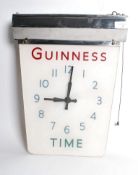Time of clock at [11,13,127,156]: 9:01
